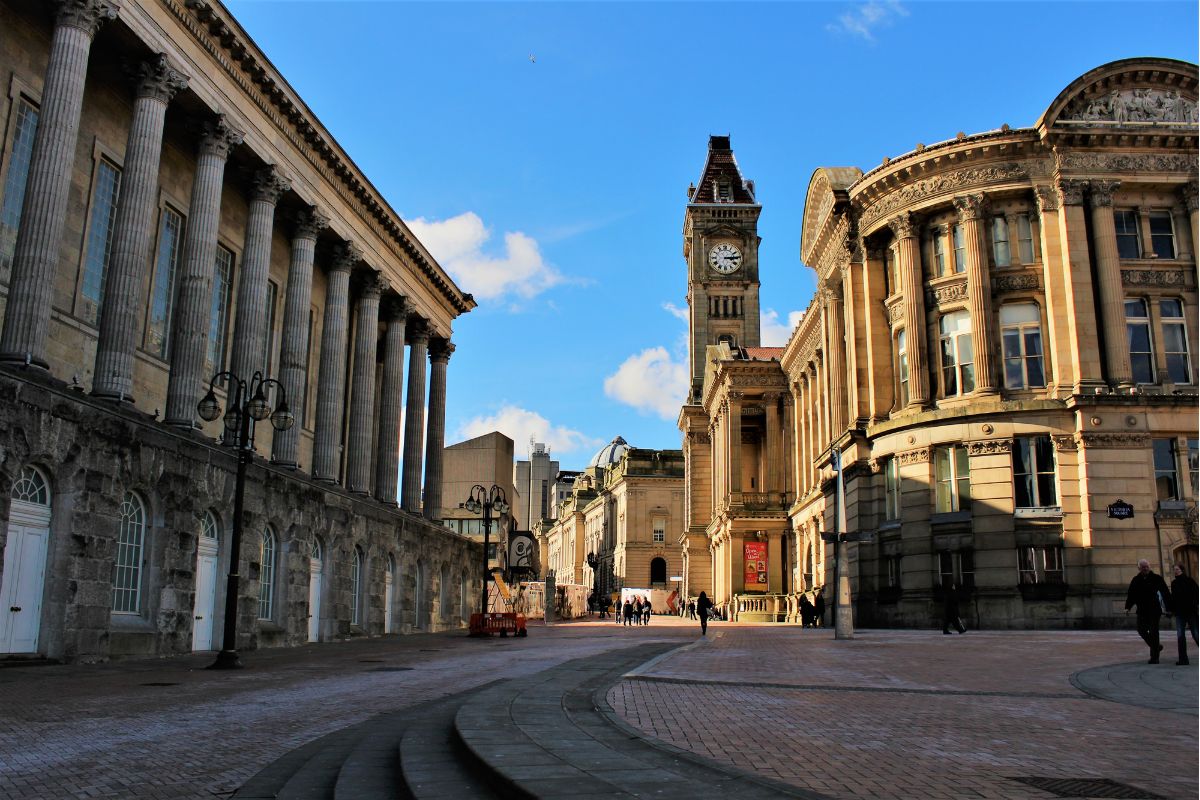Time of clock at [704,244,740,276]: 3:14
